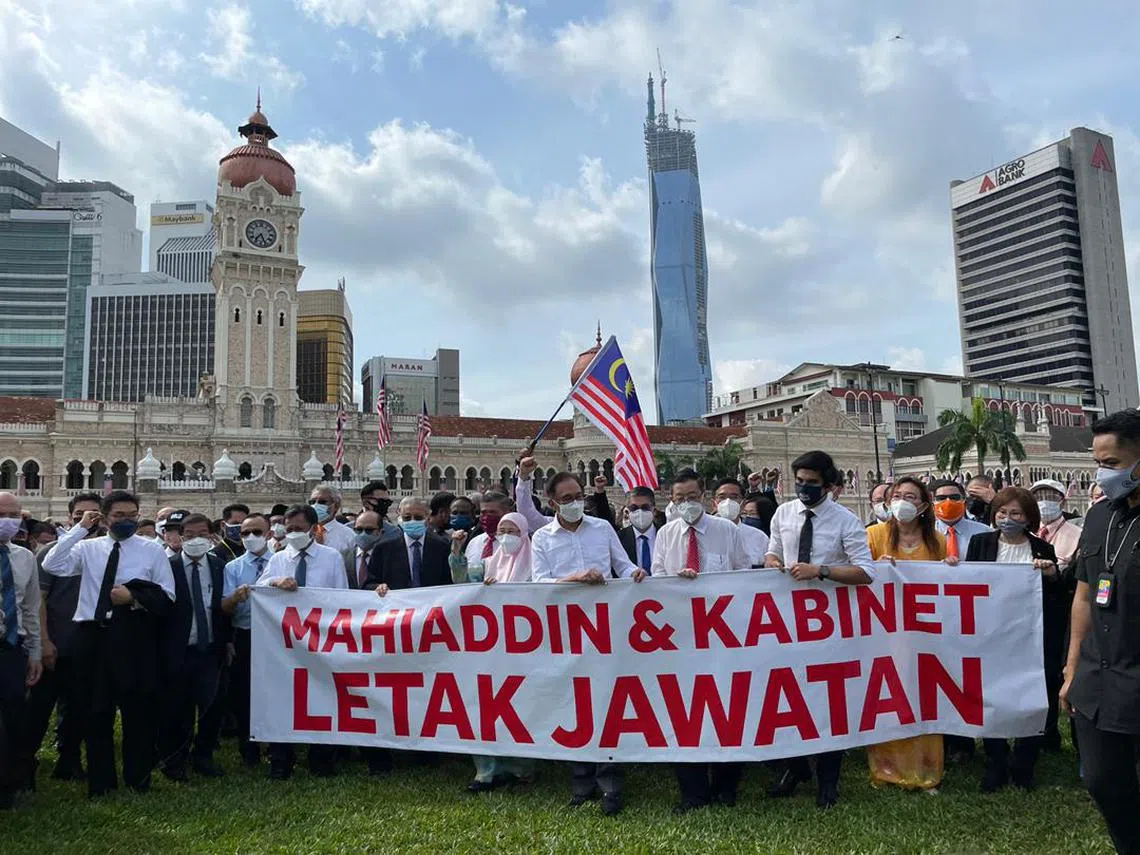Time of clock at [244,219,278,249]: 7:25
